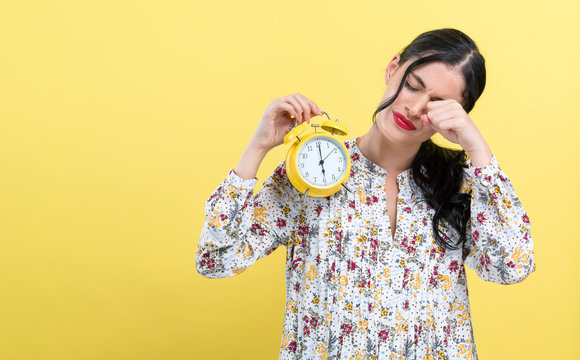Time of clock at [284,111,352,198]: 6:00
